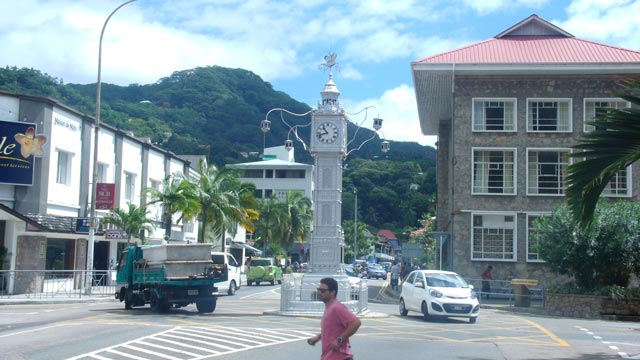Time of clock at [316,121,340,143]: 10:42
